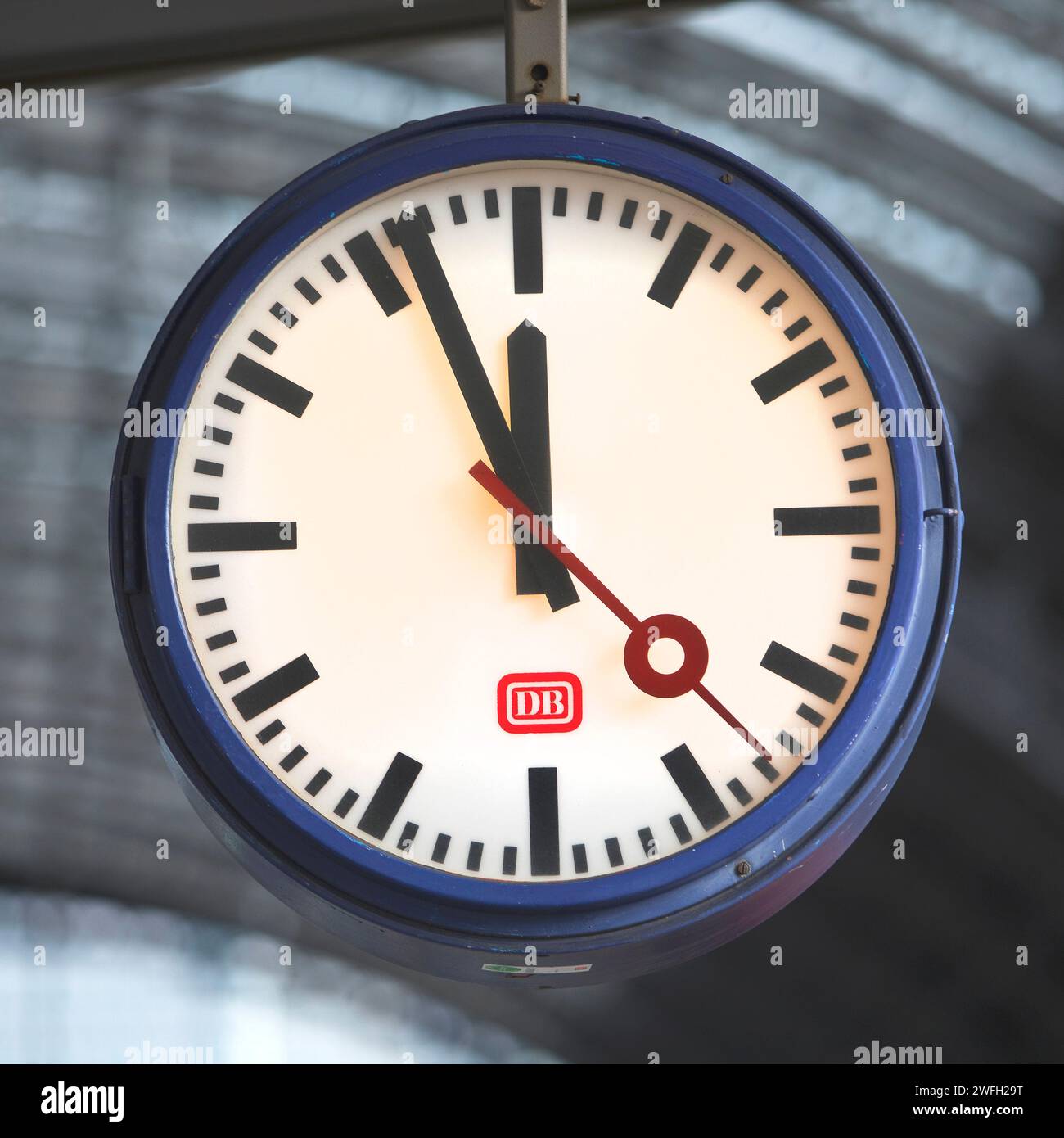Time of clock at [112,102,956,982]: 11:56
